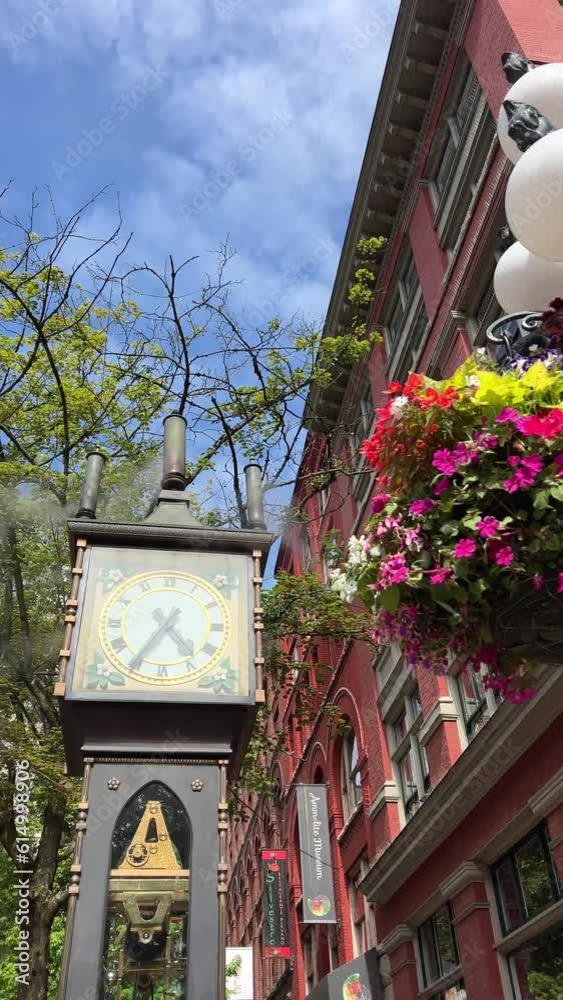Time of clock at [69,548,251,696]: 4:35
